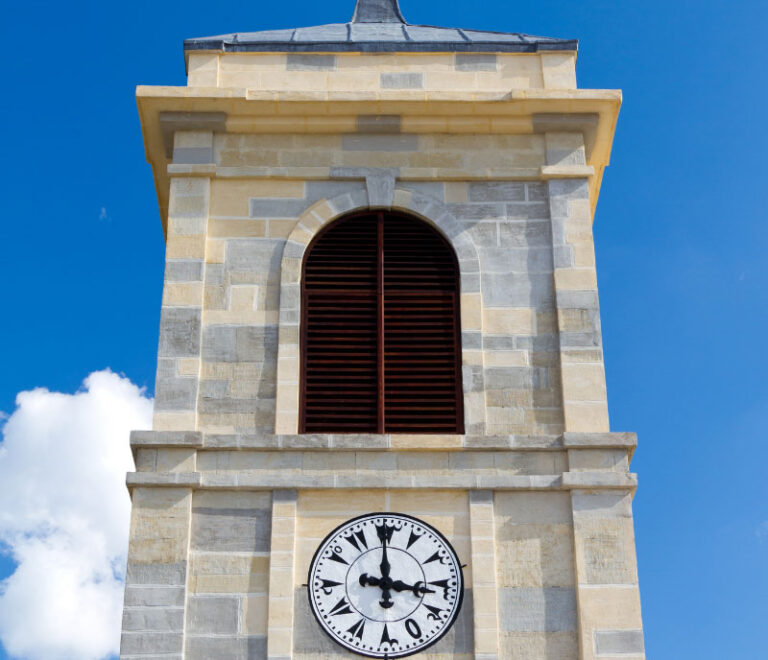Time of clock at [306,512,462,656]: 2:59
